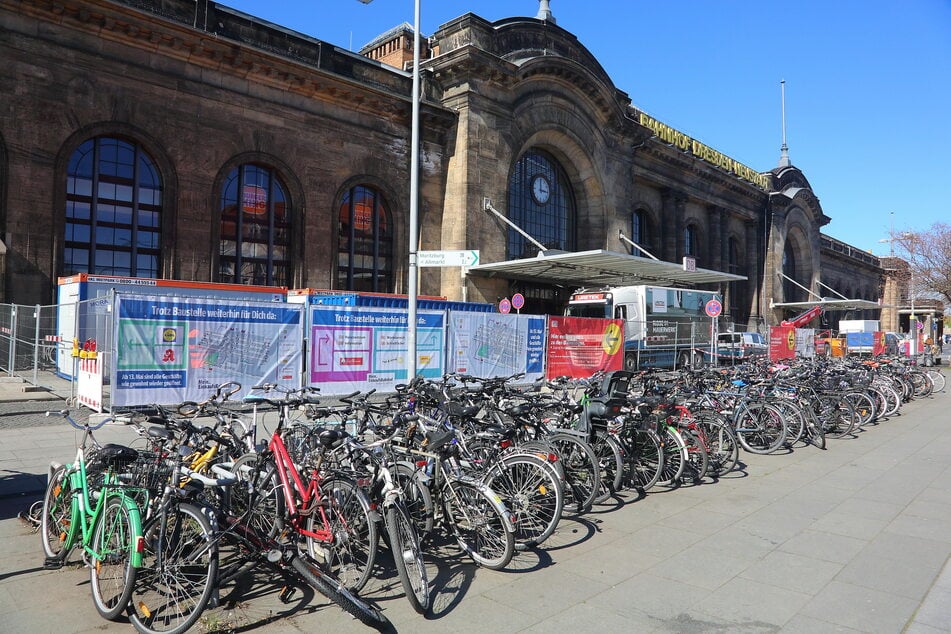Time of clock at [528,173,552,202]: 2:59
